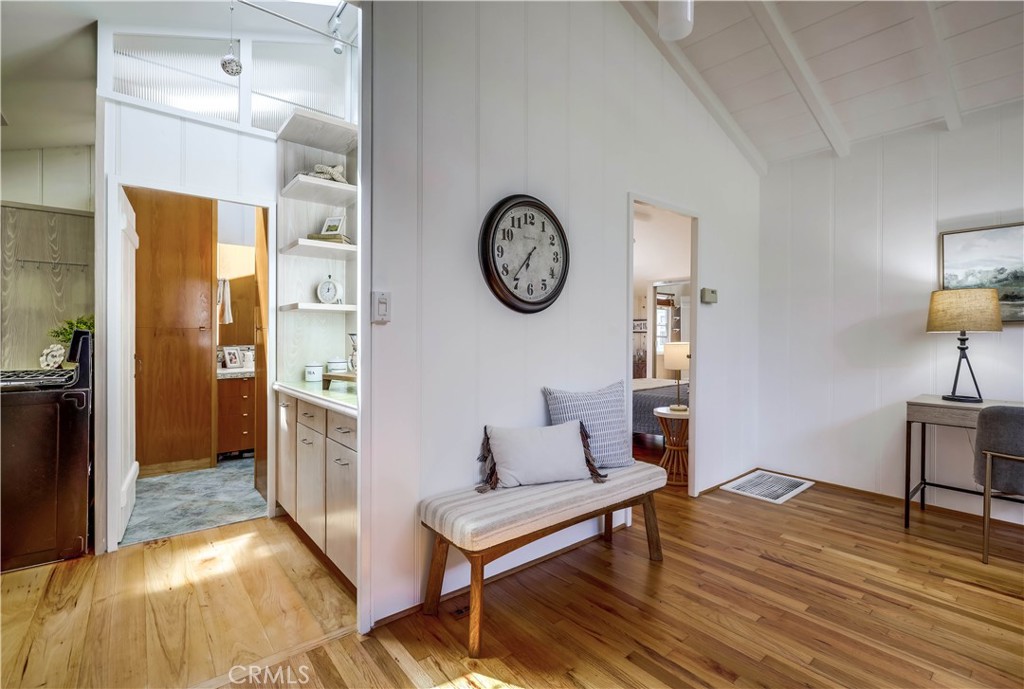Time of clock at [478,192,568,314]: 6:36
